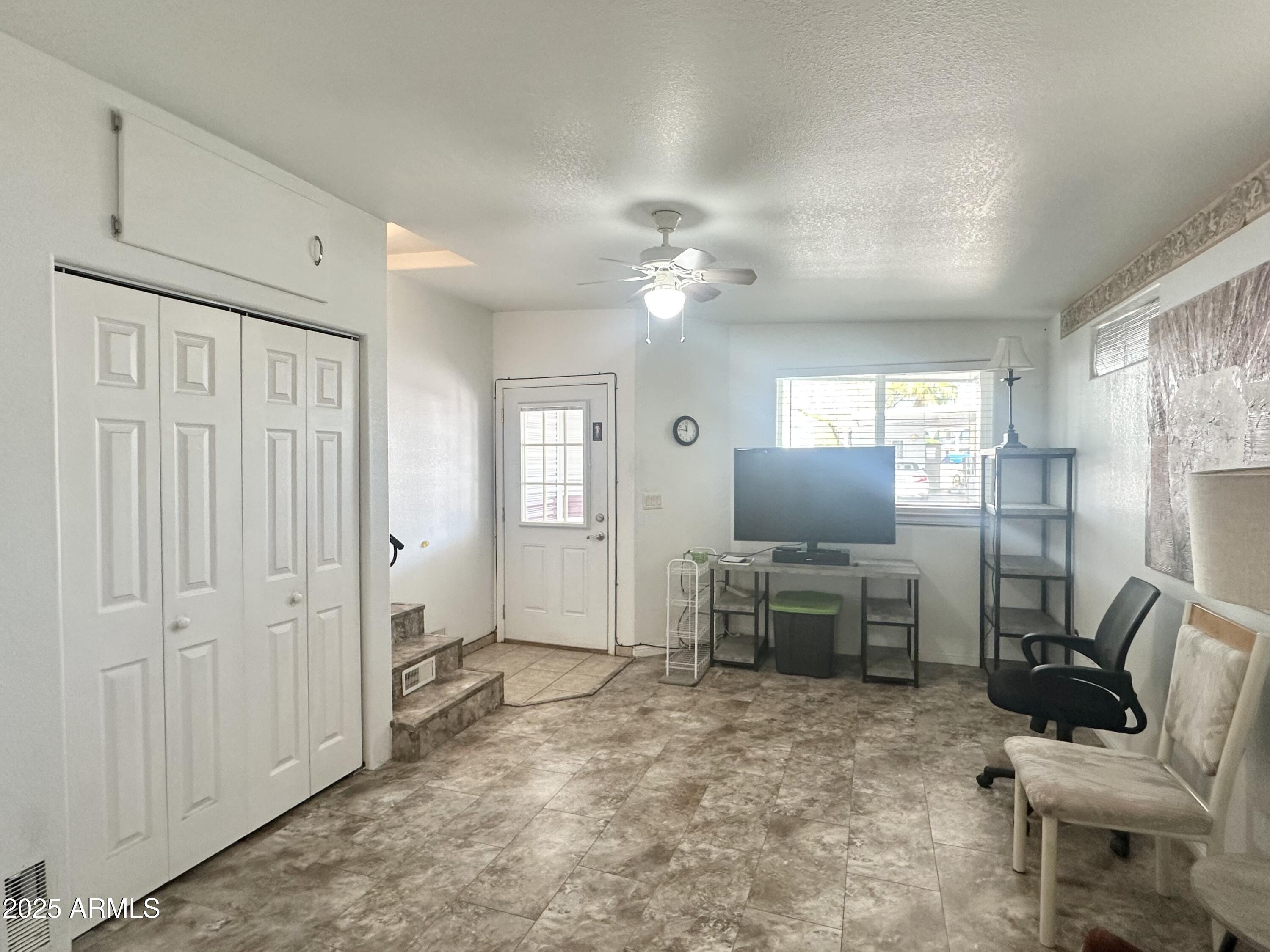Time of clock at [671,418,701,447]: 11:46
